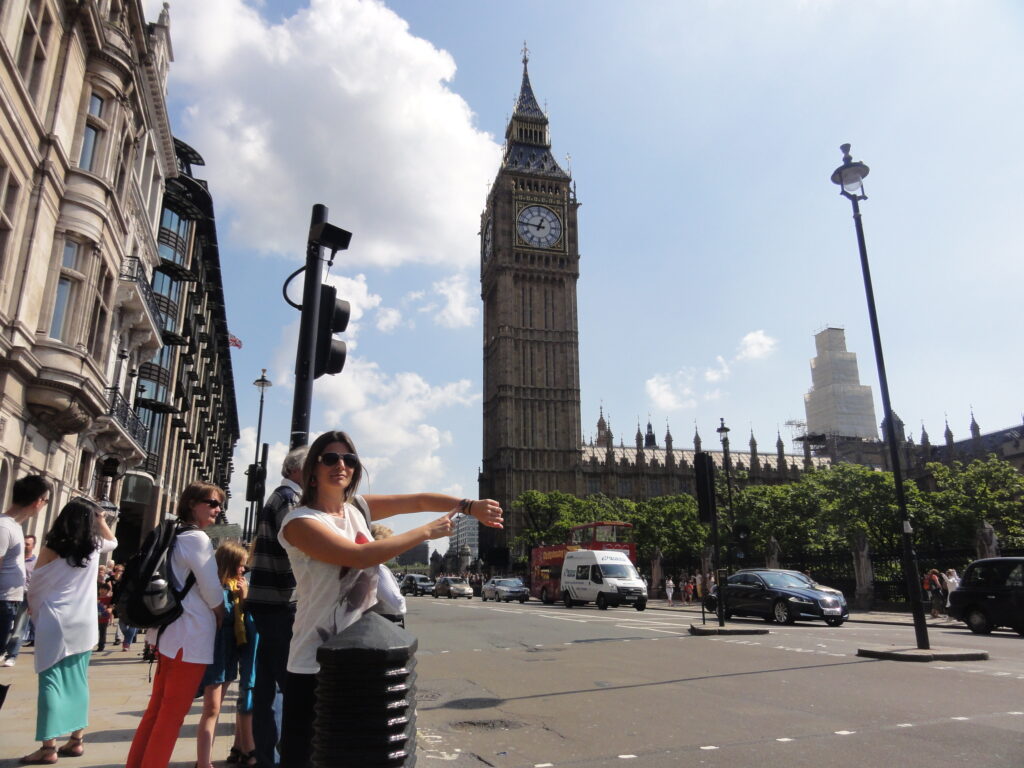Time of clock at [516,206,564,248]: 12:46
